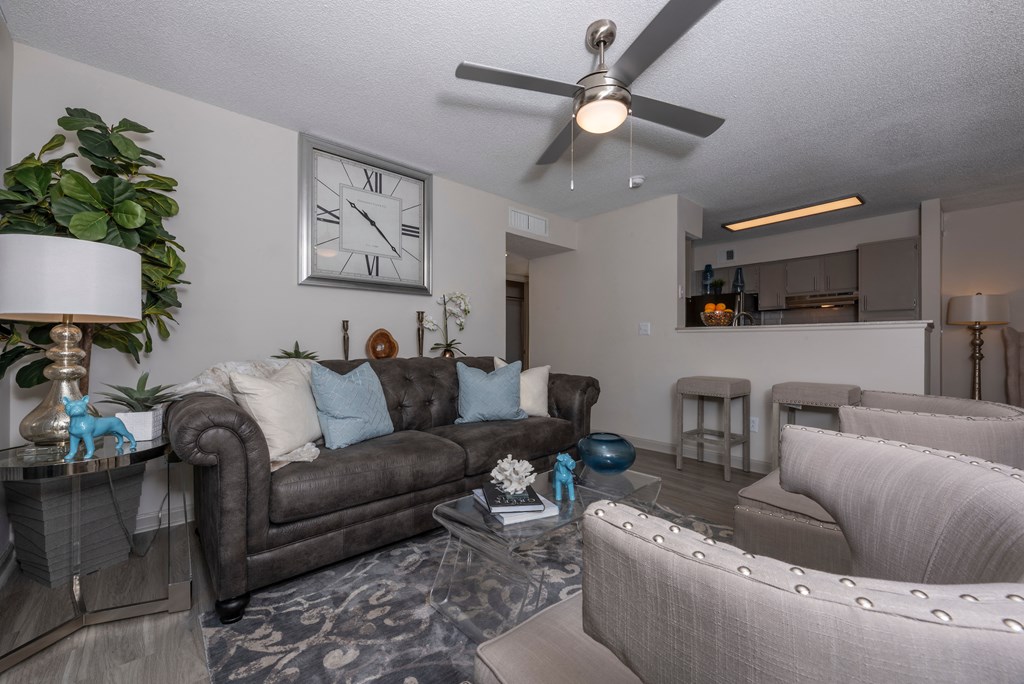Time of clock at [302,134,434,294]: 10:22
